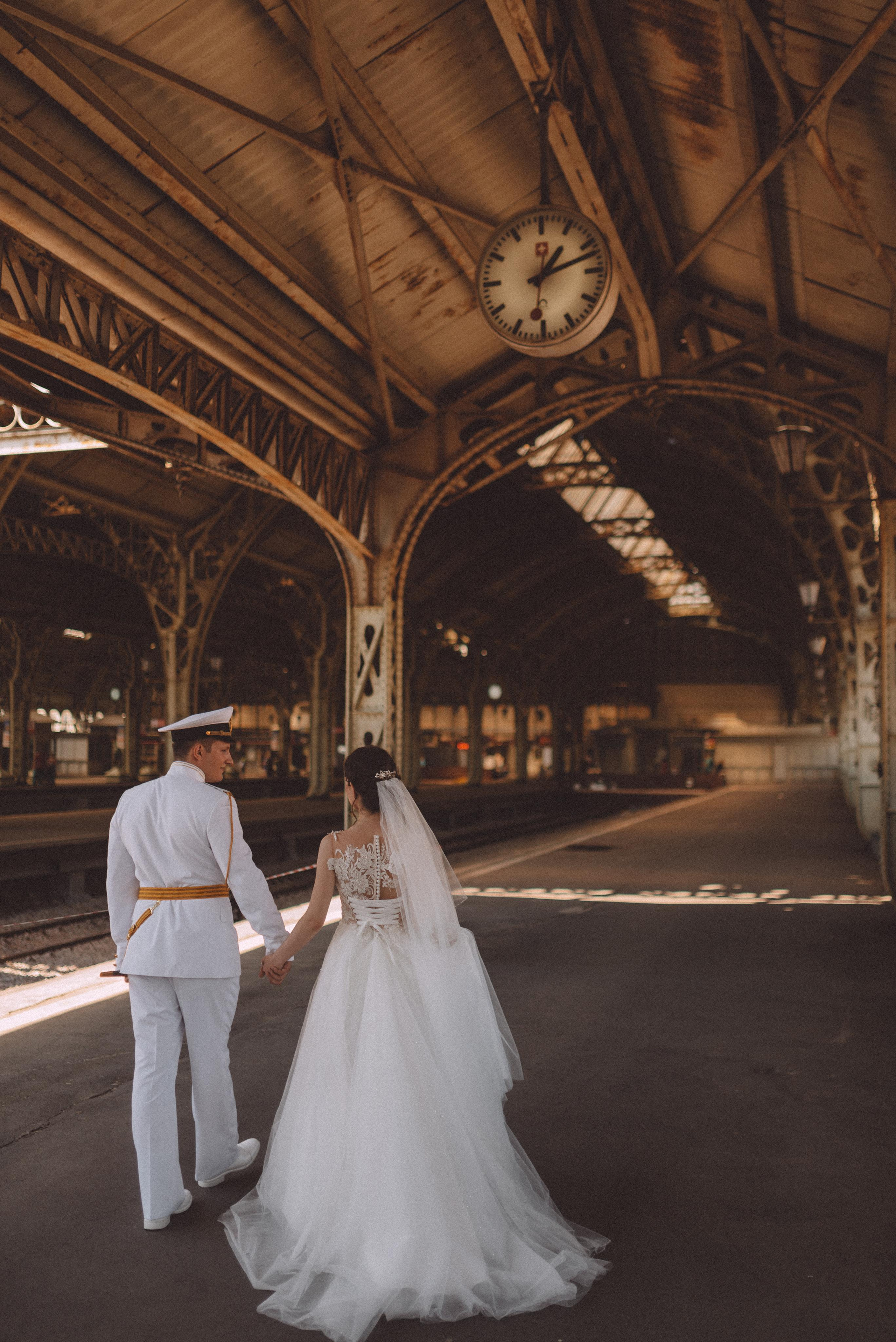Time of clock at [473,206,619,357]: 1:12
